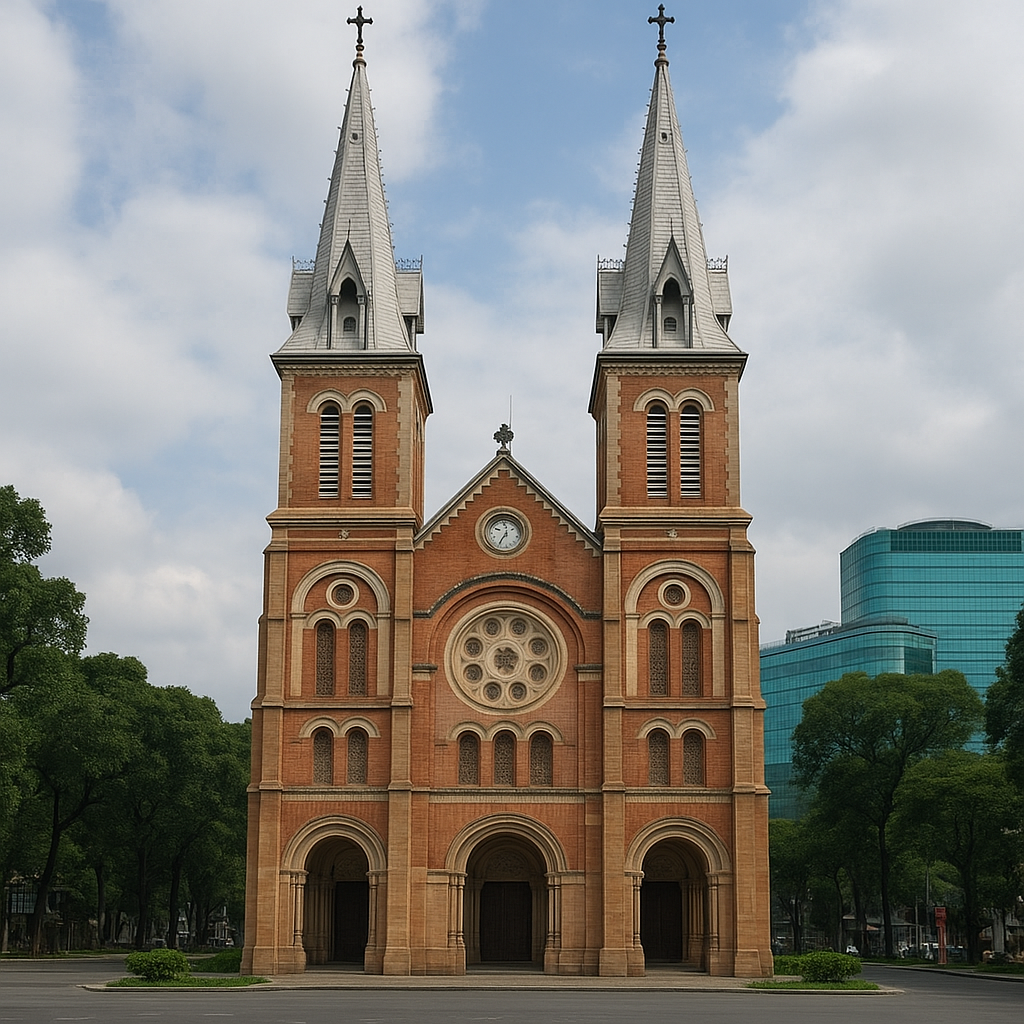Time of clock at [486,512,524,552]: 12:35
